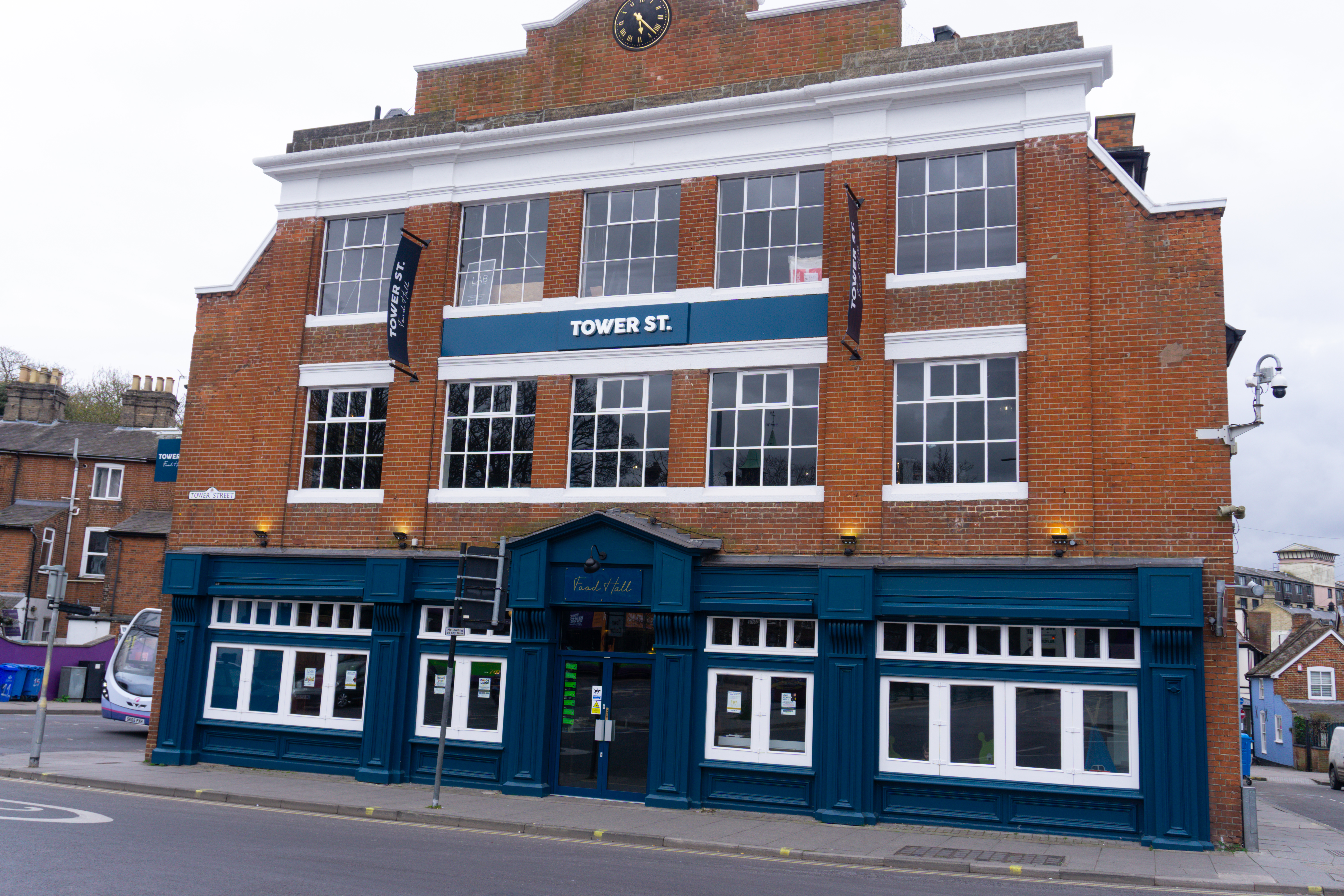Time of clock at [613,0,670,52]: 5:22
